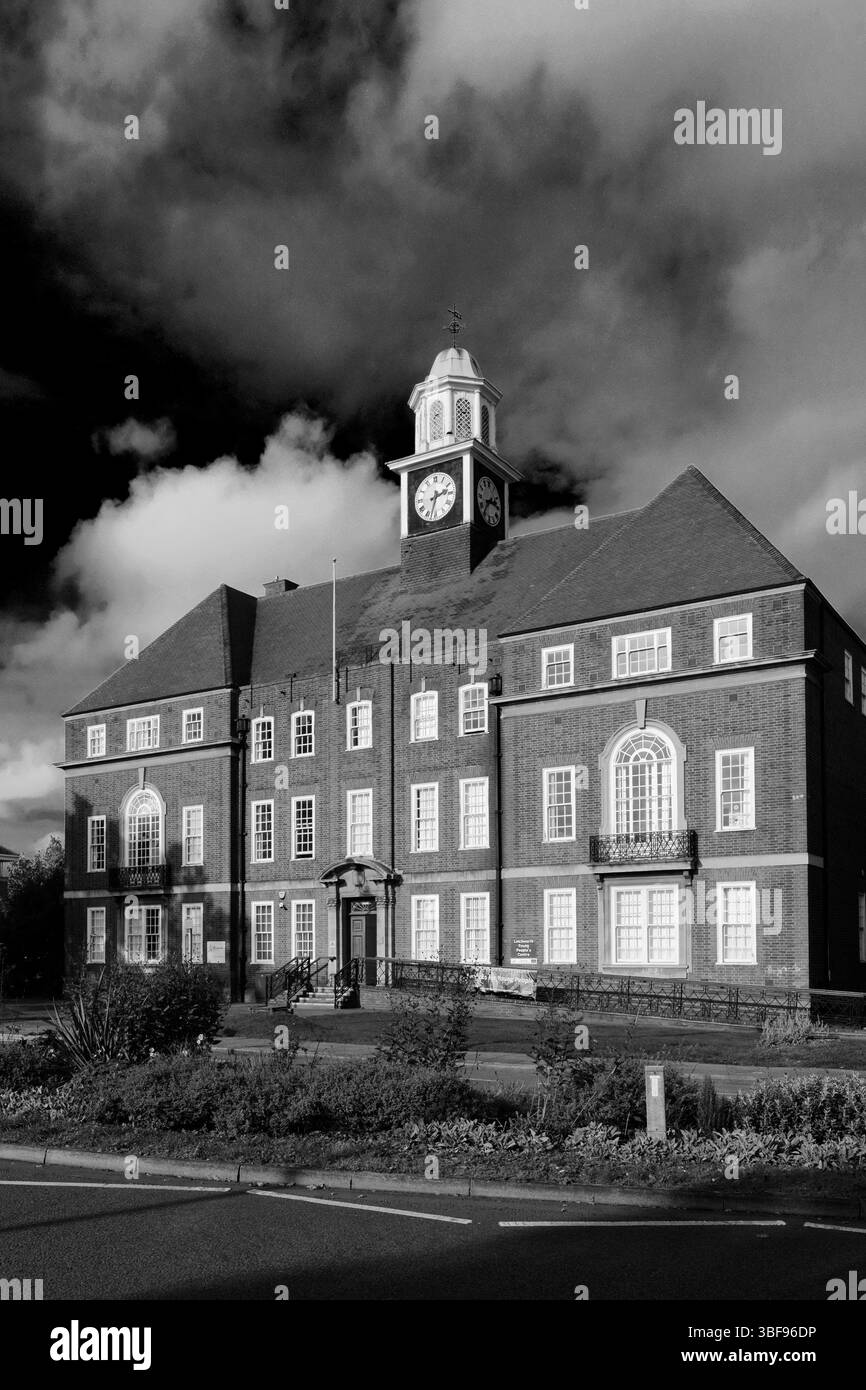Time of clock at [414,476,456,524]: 2:32
